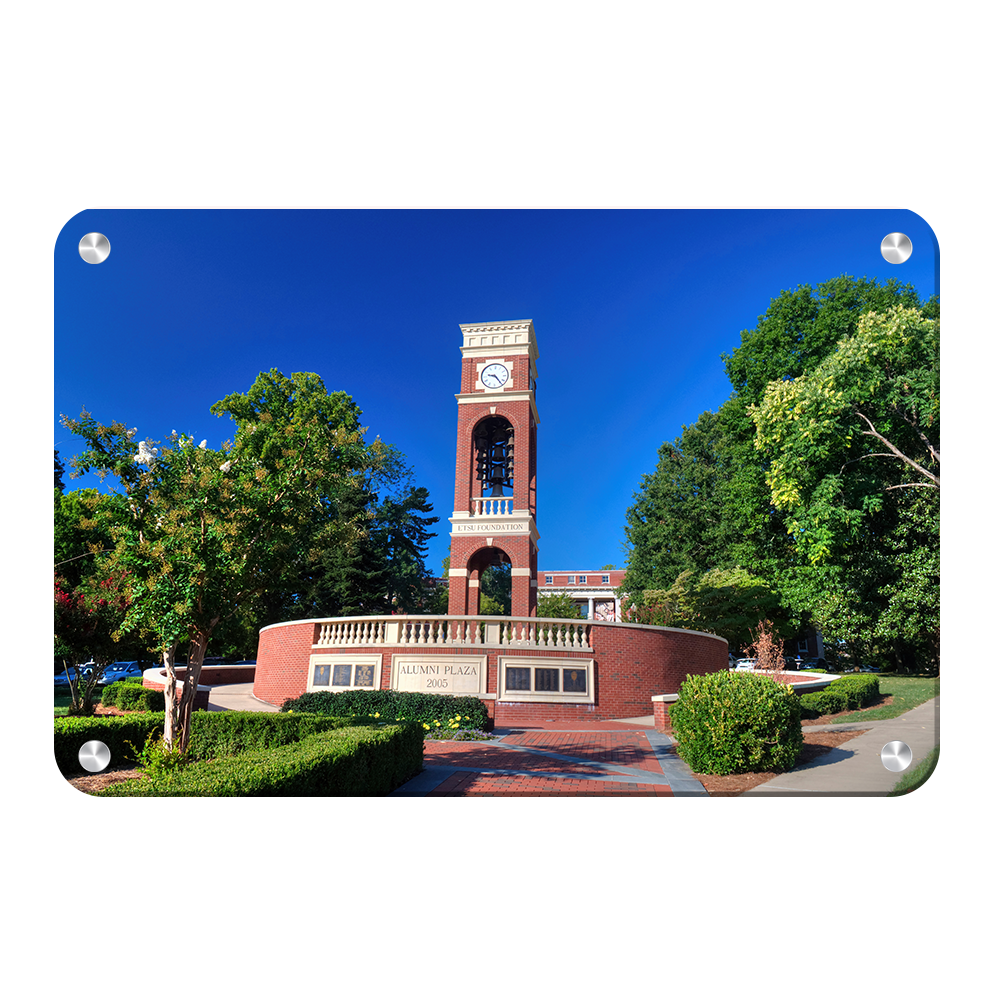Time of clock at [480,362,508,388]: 9:23
